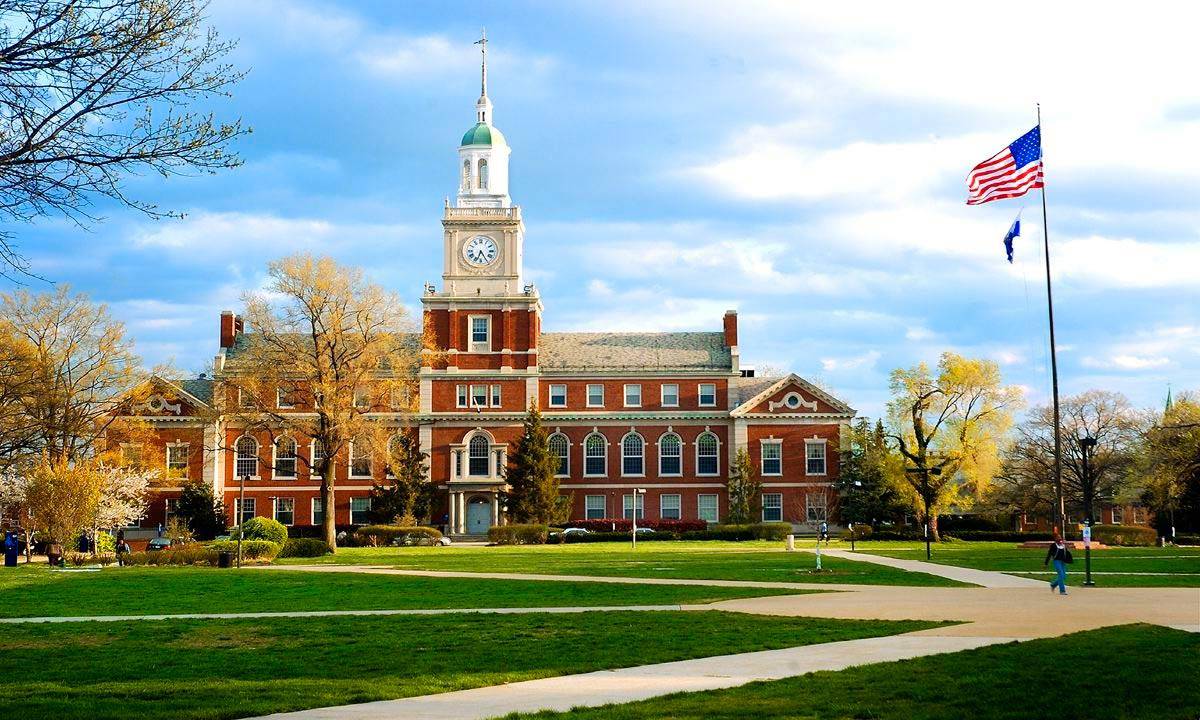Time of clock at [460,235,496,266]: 6:24
